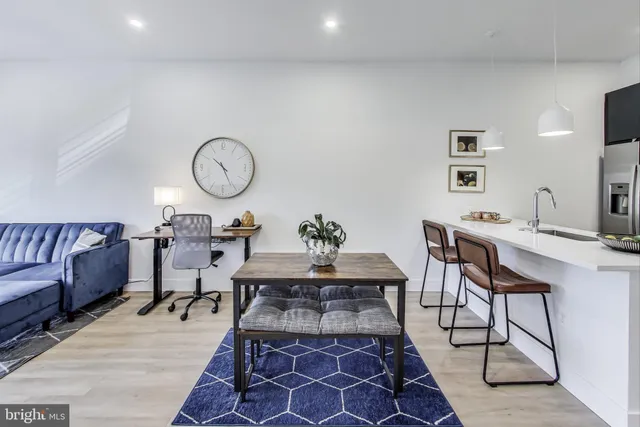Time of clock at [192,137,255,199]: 10:25
